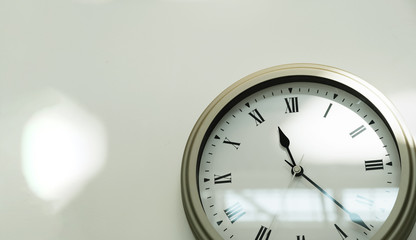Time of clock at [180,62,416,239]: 11:21
